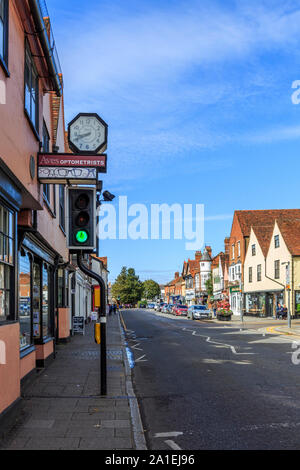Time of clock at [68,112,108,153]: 8:41
